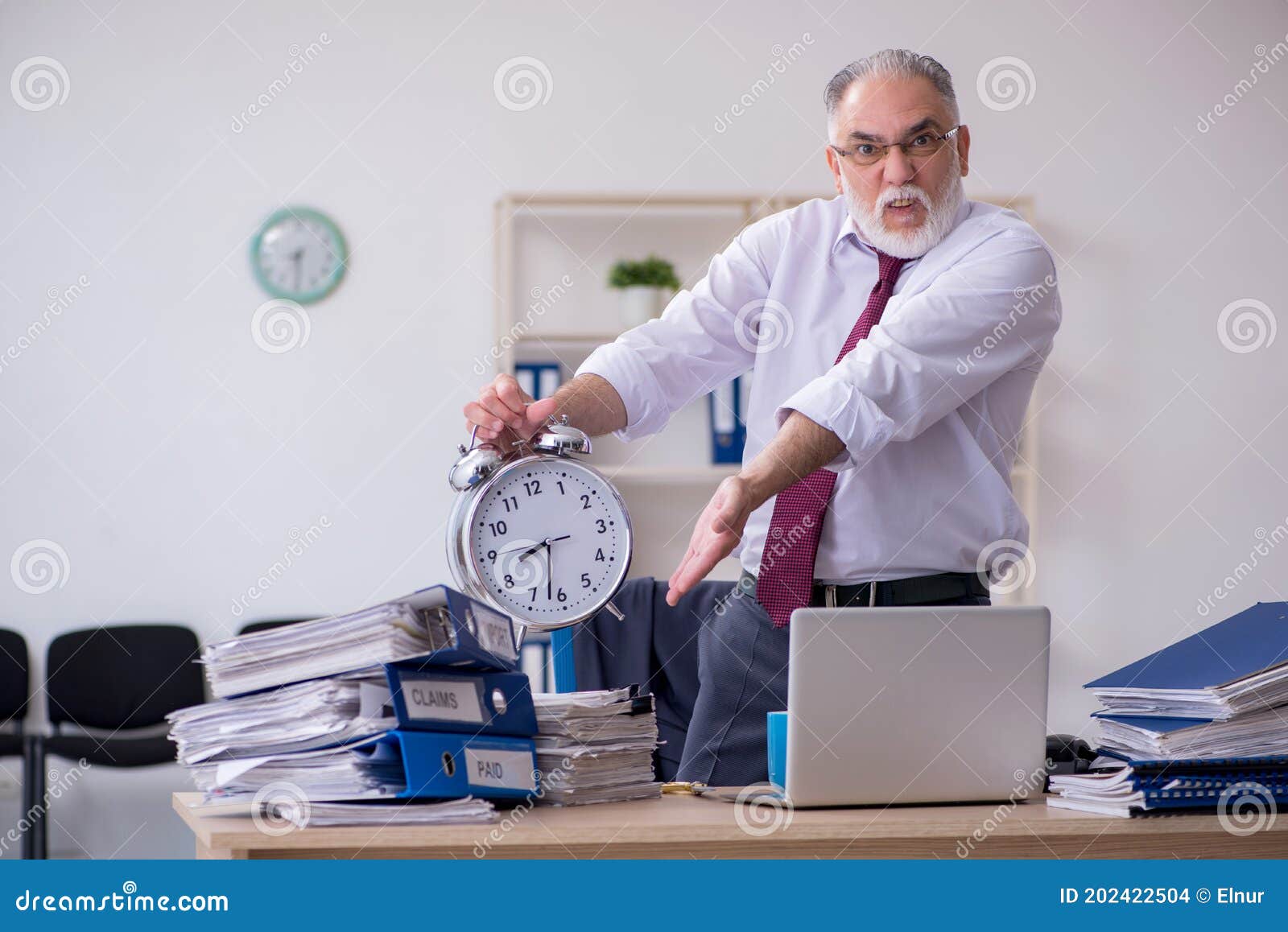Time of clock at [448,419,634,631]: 8:32
